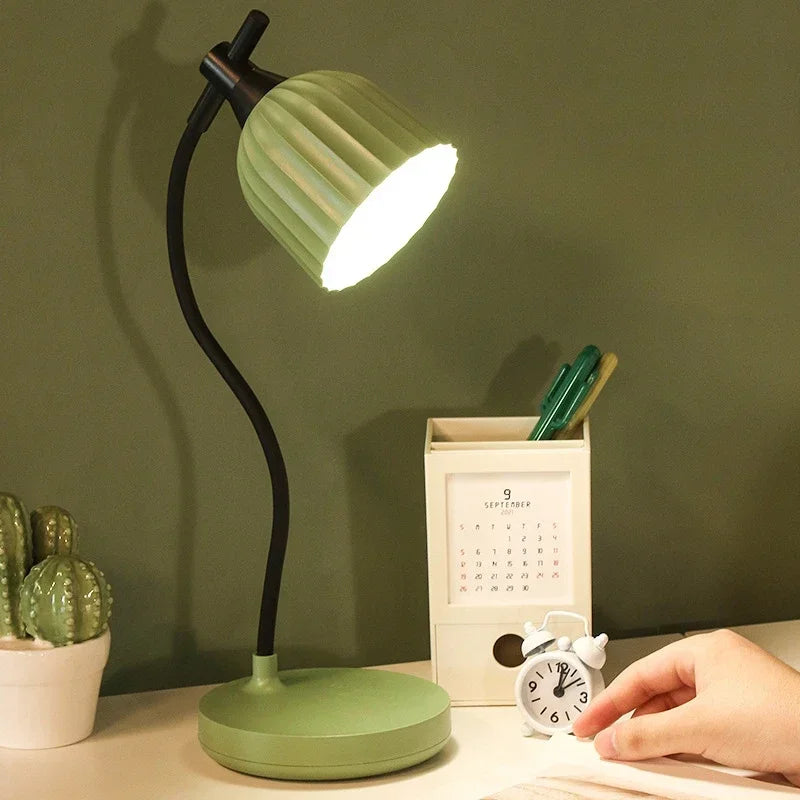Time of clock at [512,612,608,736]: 12:07
